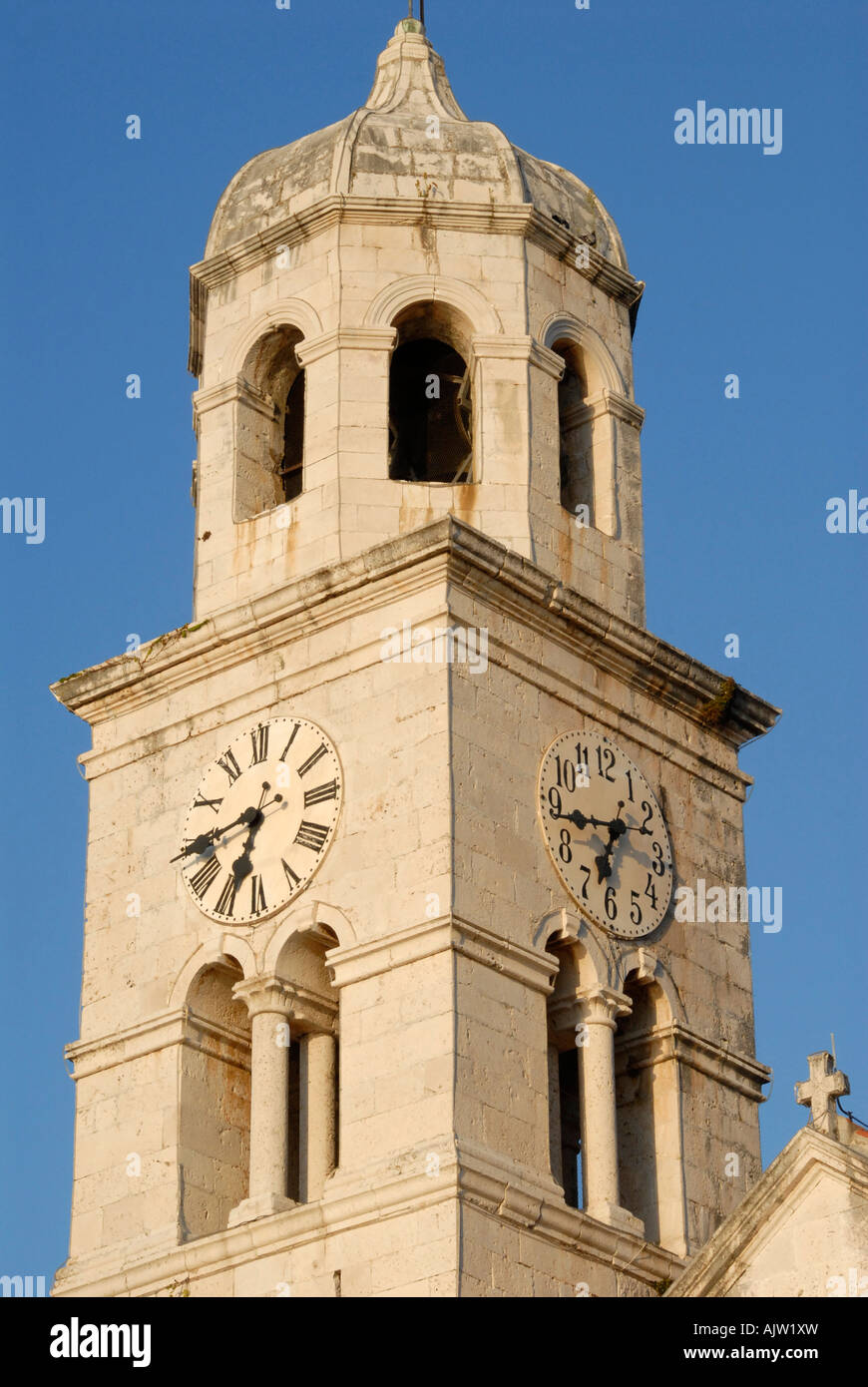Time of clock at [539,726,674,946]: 6:43
